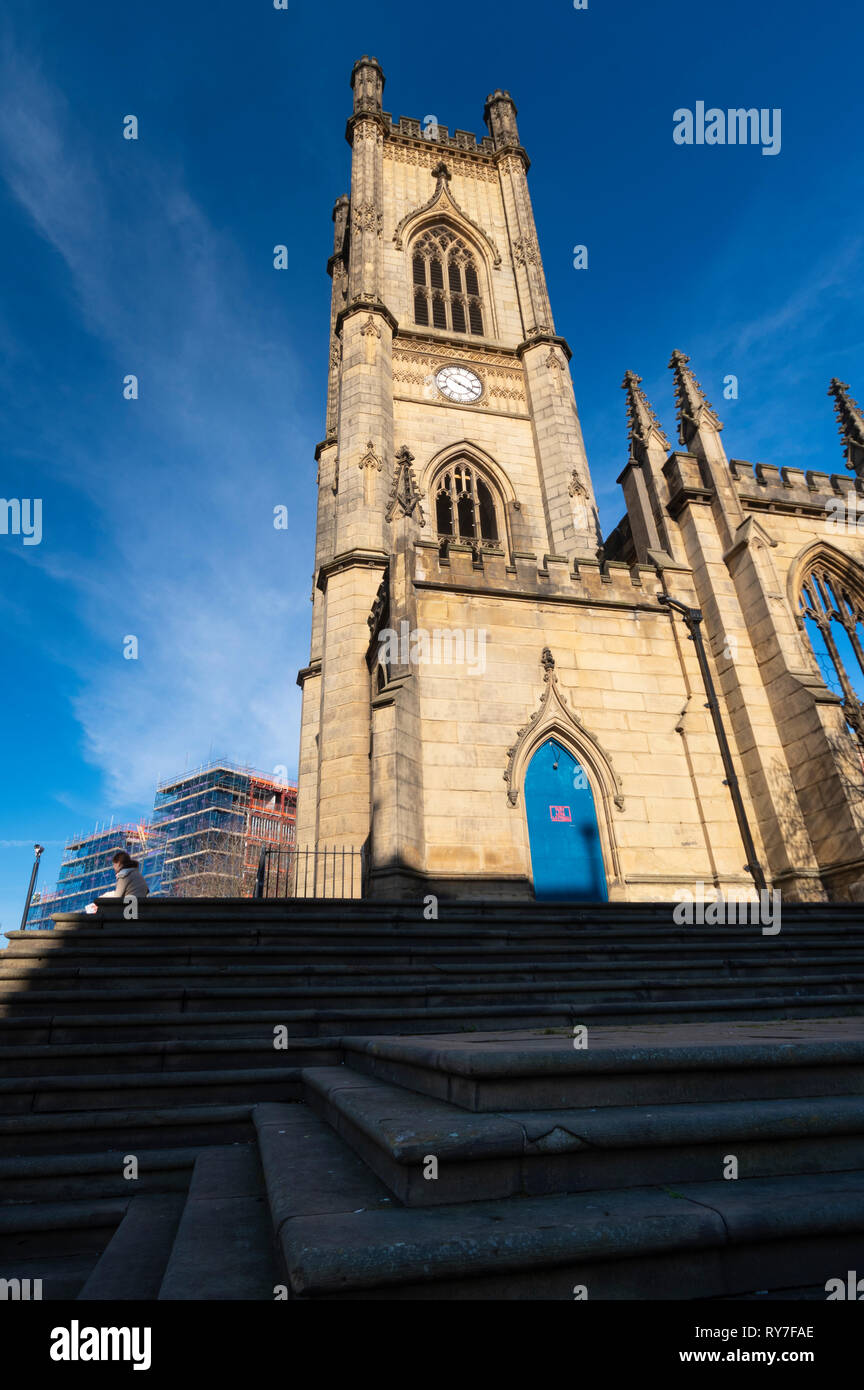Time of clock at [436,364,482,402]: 3:50
